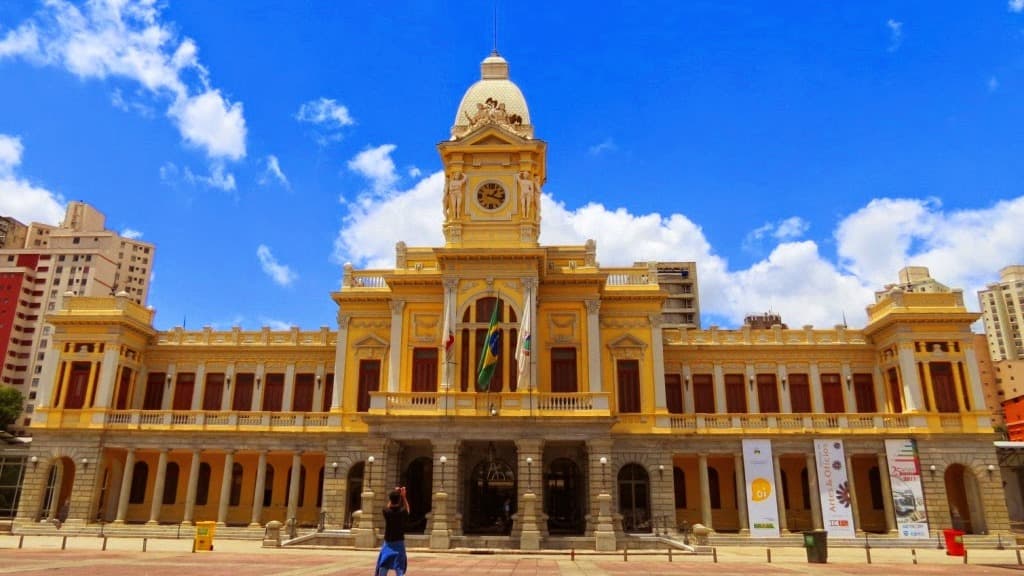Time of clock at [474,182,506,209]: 1:18
